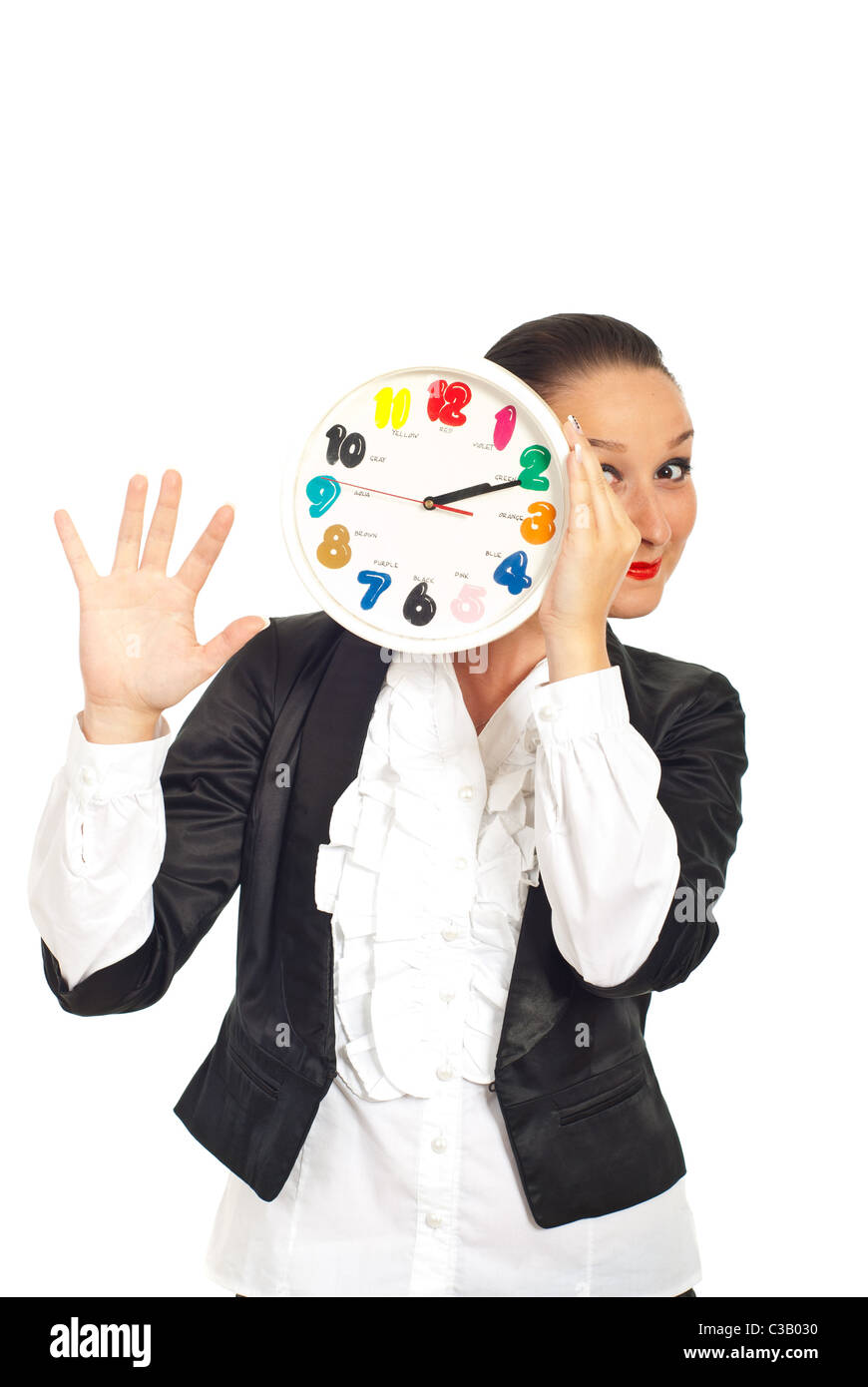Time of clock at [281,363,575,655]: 2:11
